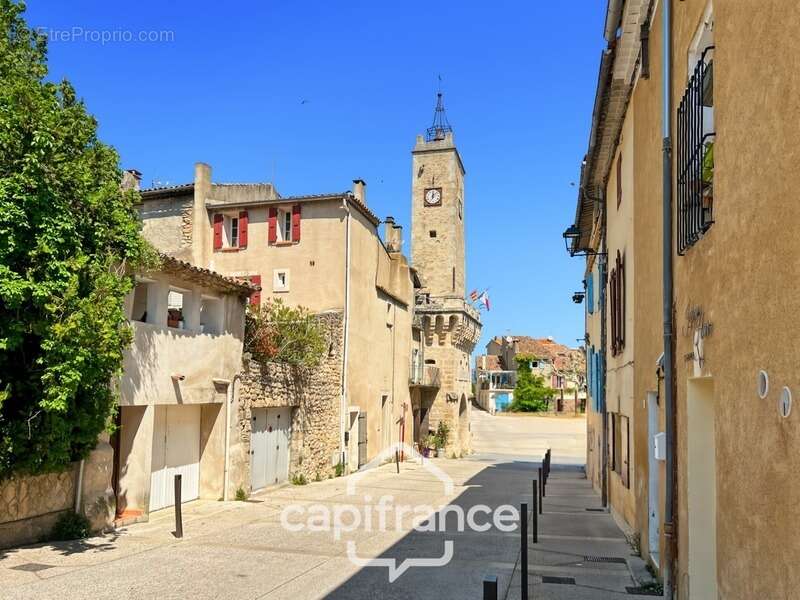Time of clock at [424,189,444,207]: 12:07
